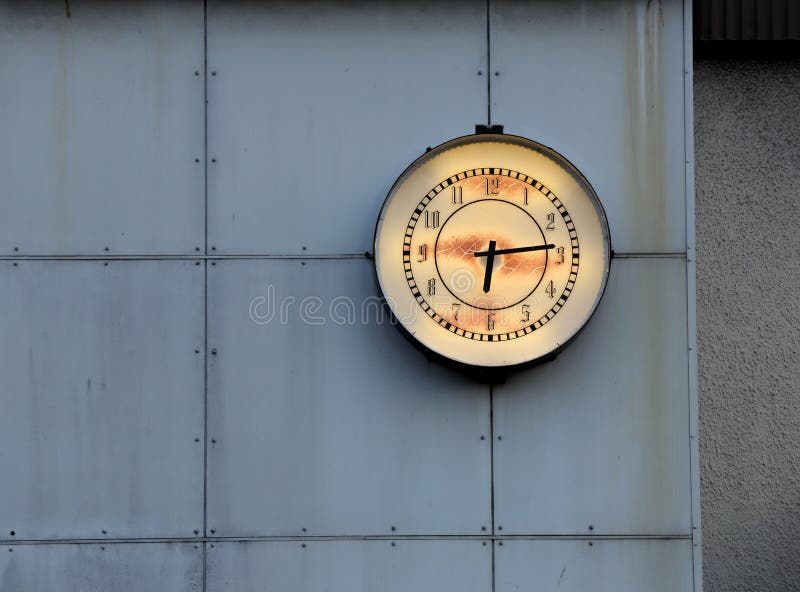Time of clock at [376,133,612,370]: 6:14
